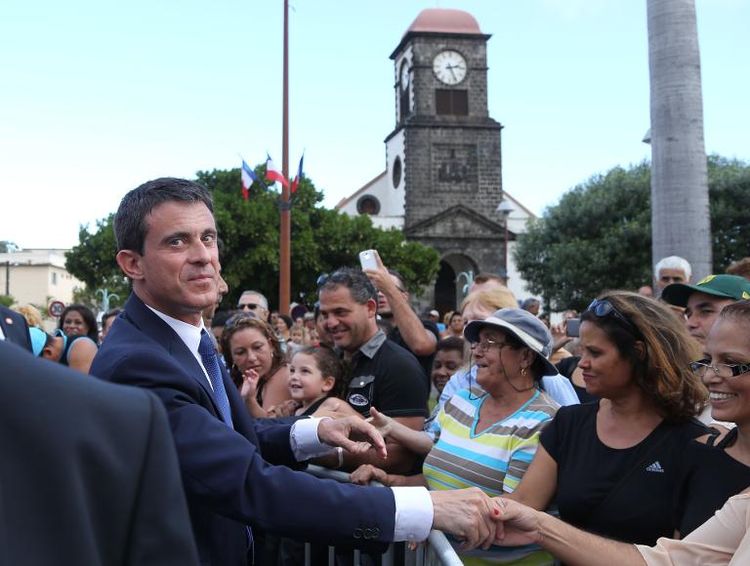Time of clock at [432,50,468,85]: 2:25
